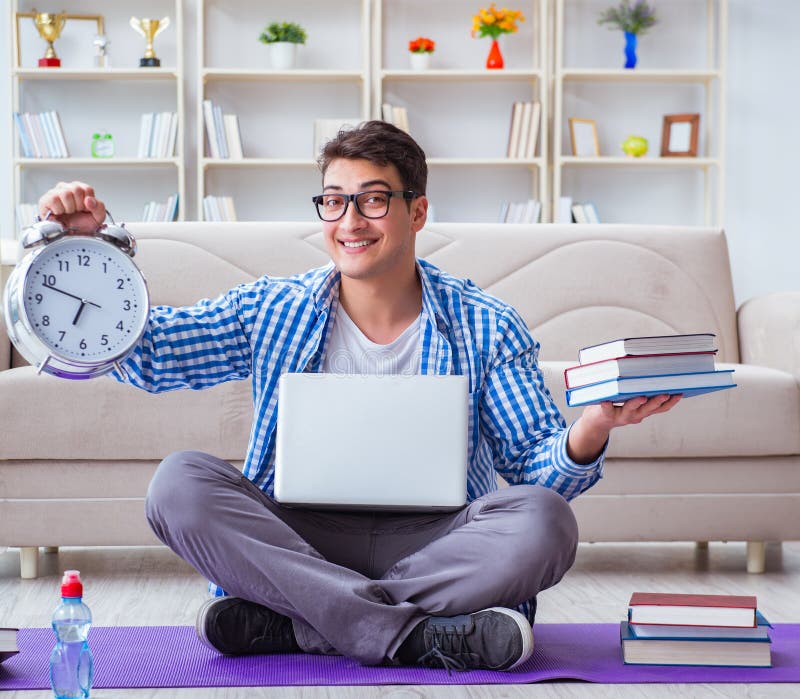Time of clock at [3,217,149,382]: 6:48
